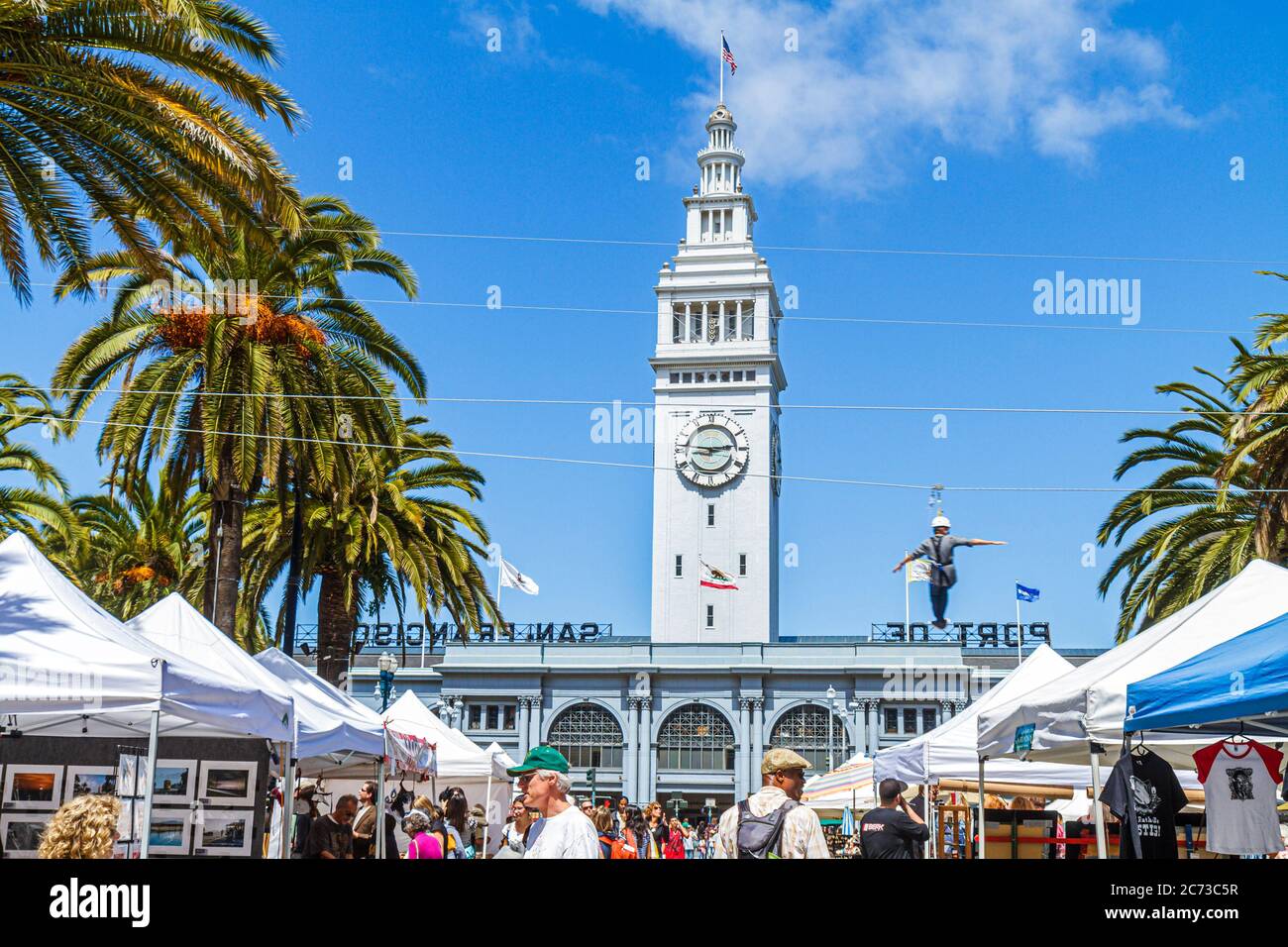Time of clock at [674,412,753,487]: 2:46
